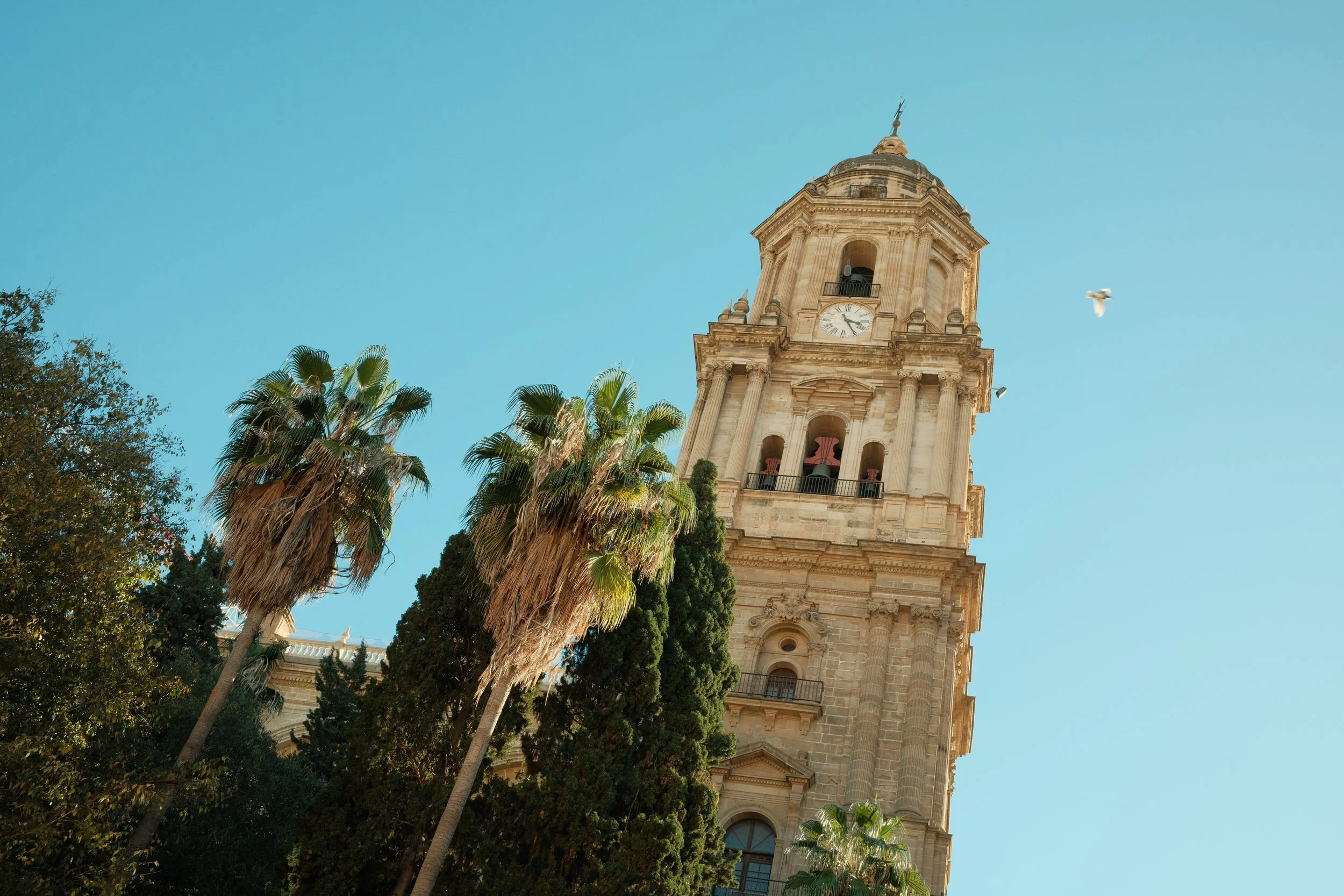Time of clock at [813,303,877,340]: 3:24
